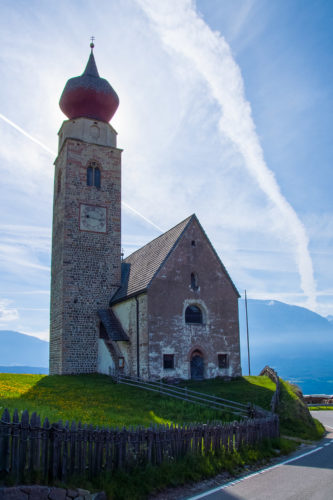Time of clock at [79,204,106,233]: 9:16
